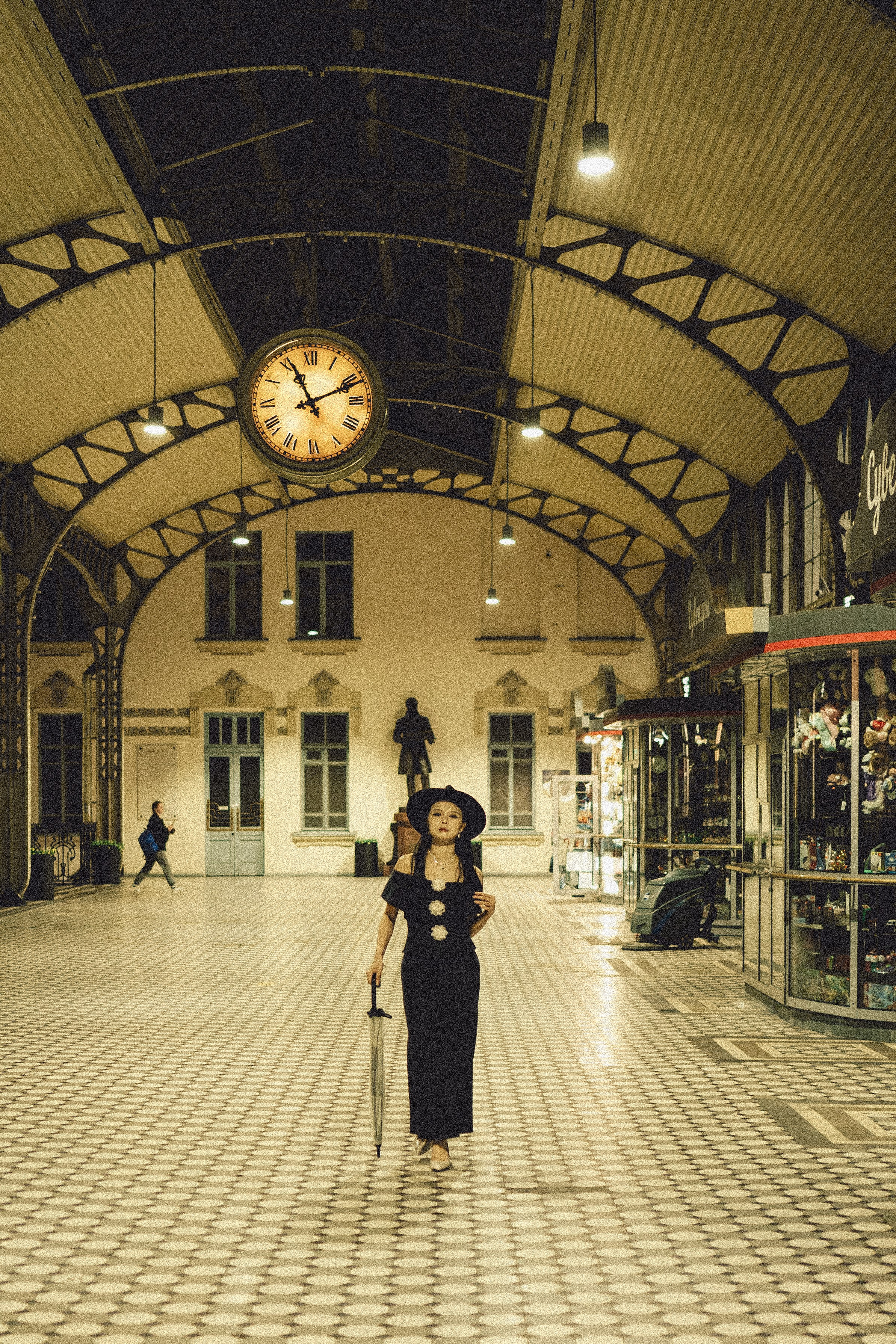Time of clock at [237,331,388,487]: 11:11
